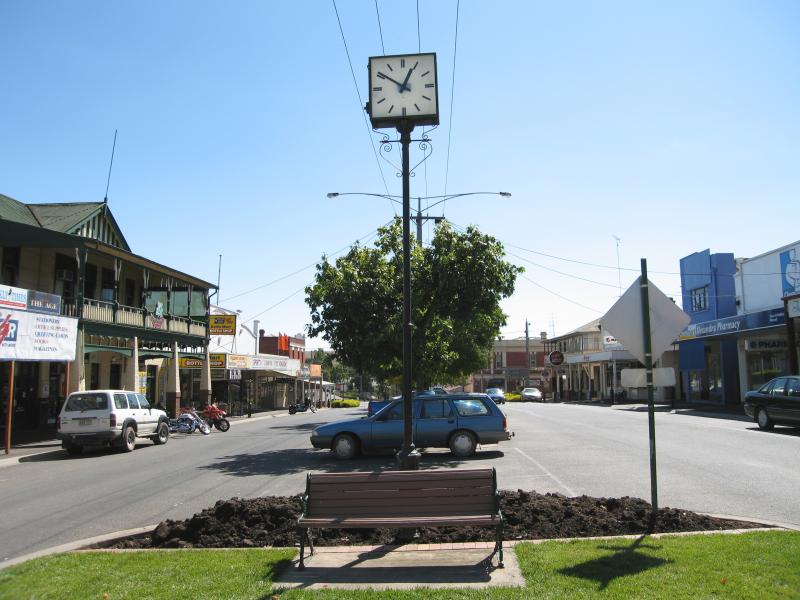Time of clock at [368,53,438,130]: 12:50
